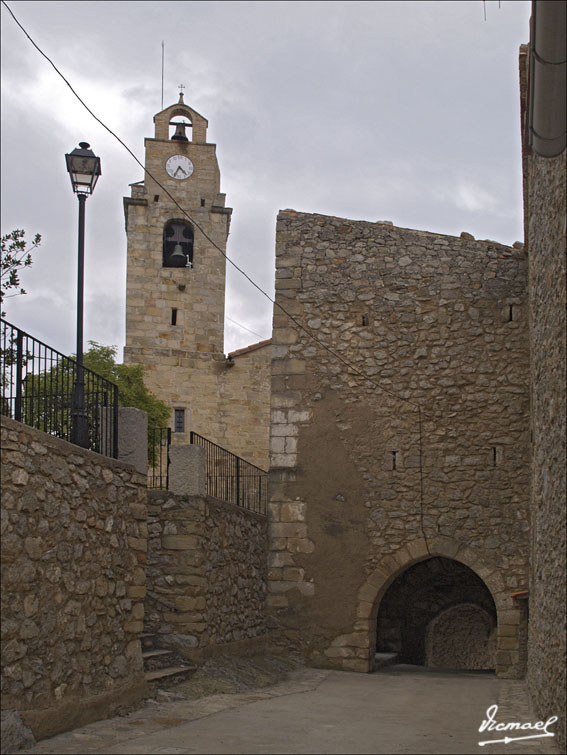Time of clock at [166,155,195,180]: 4:34
